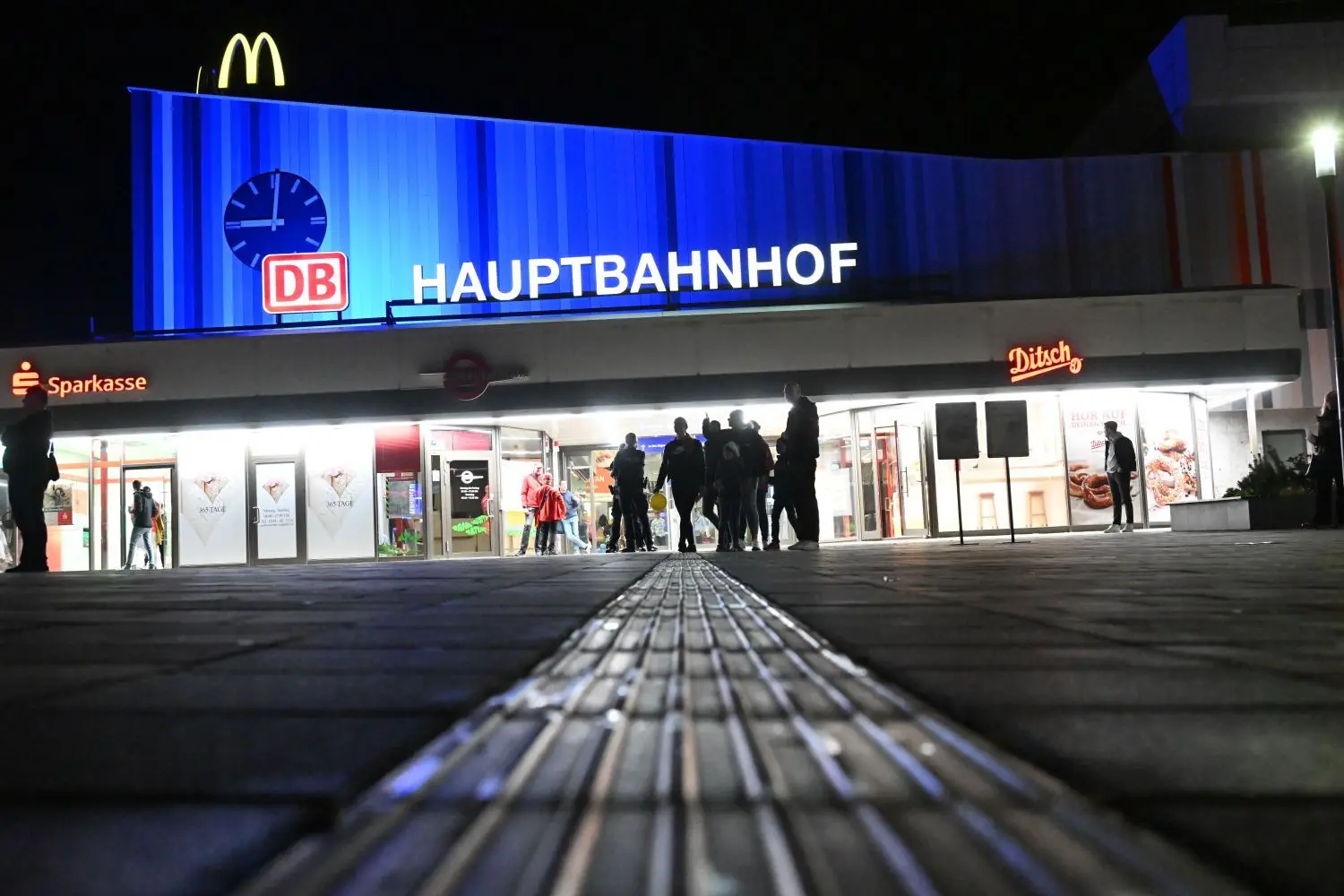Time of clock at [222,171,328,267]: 9:01
